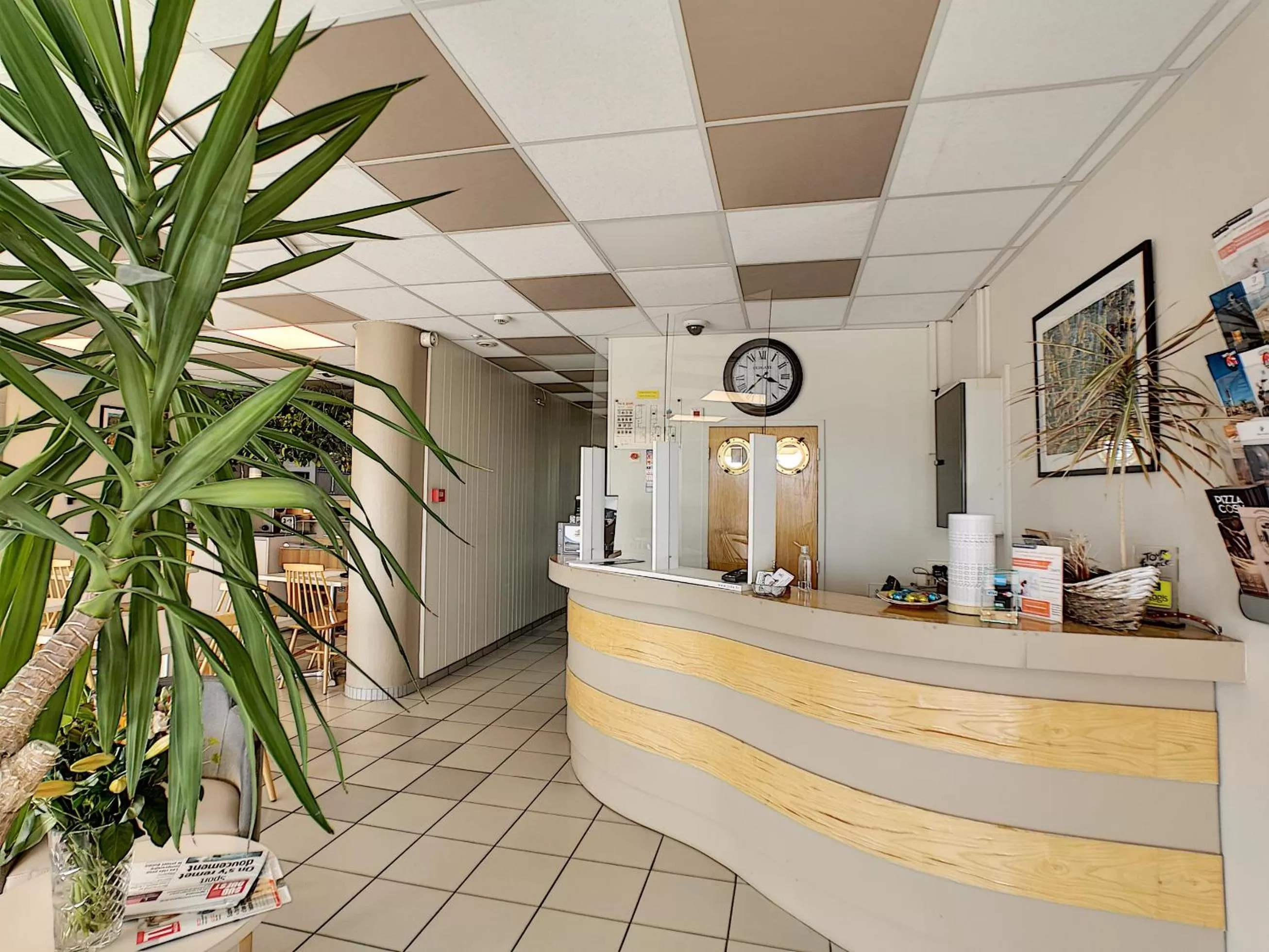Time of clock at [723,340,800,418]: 3:37
